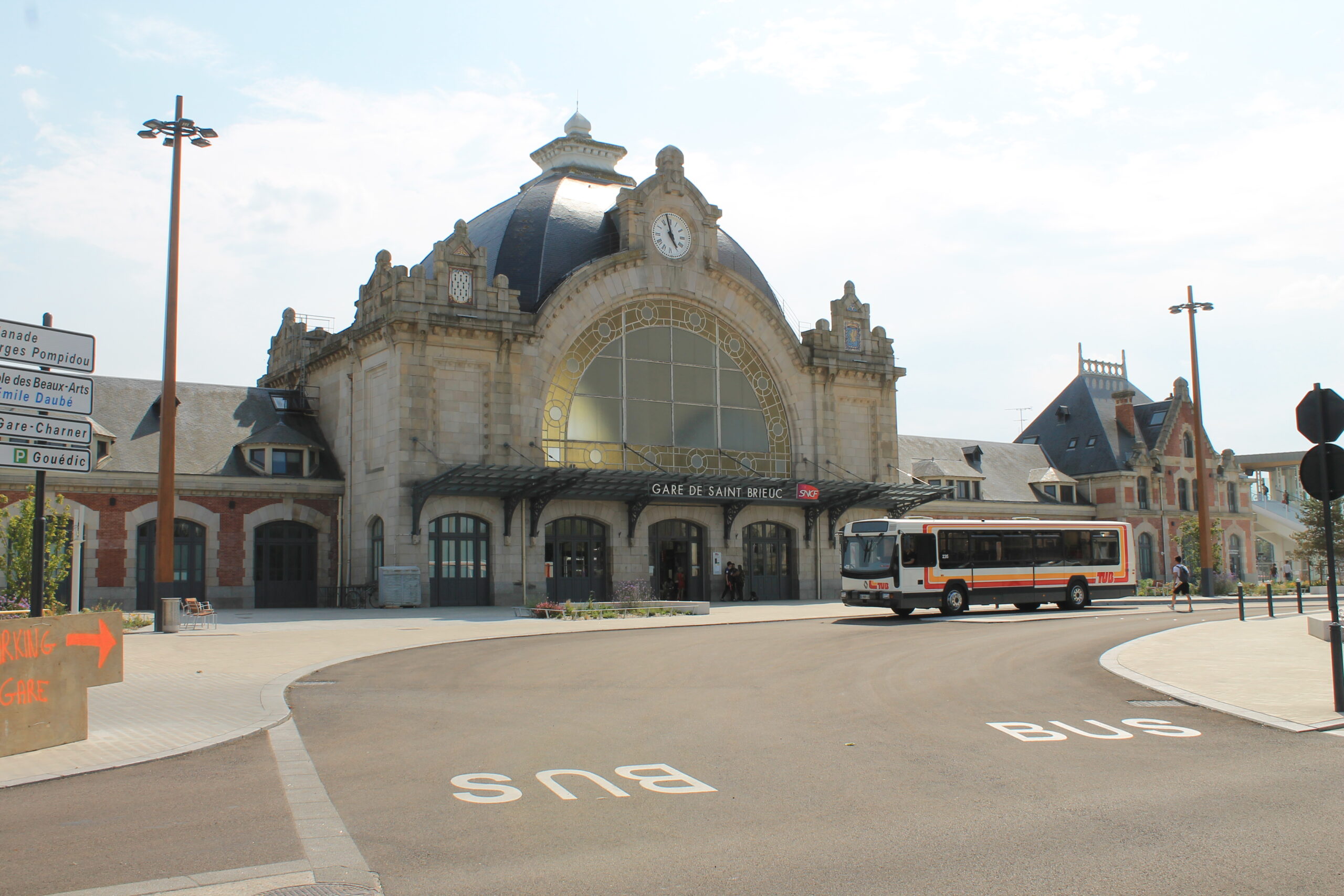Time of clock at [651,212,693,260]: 4:57
